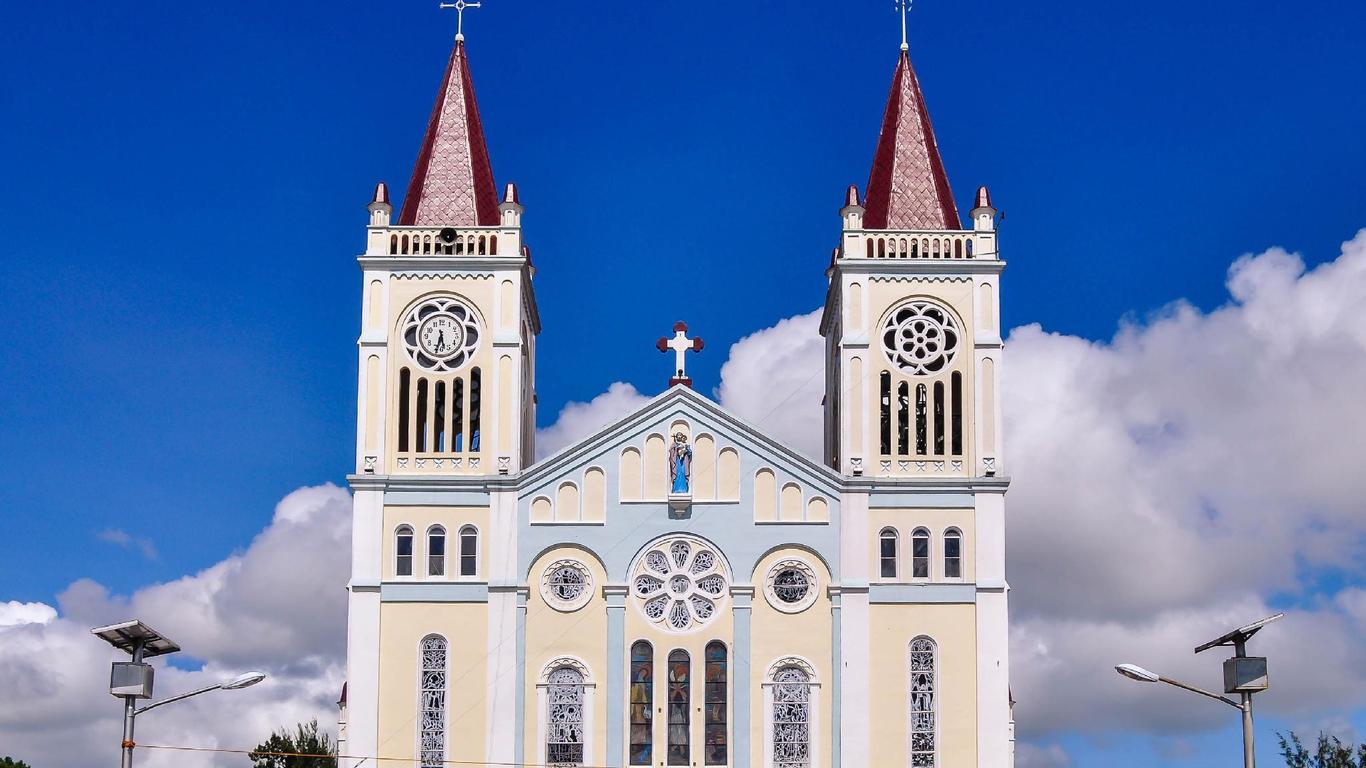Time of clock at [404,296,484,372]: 5:32
